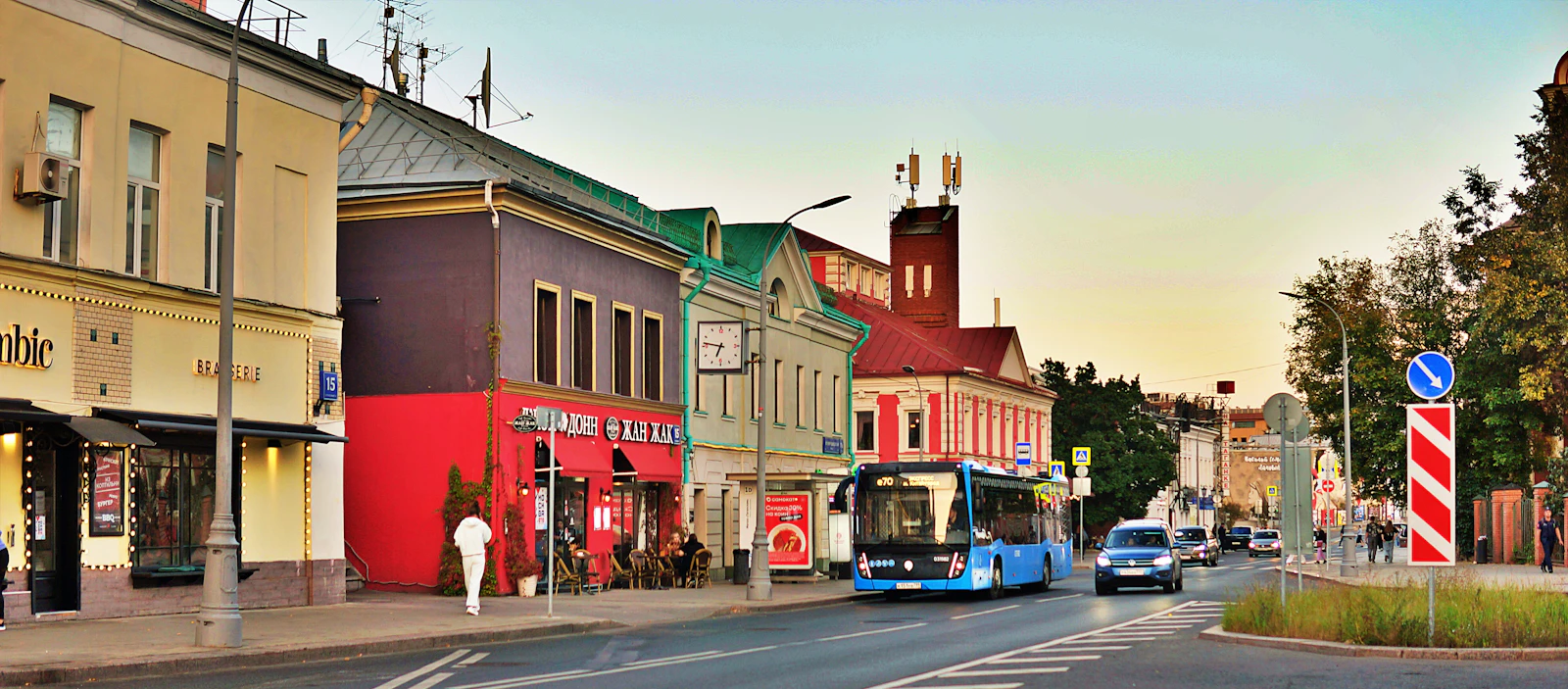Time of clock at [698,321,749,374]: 6:46
